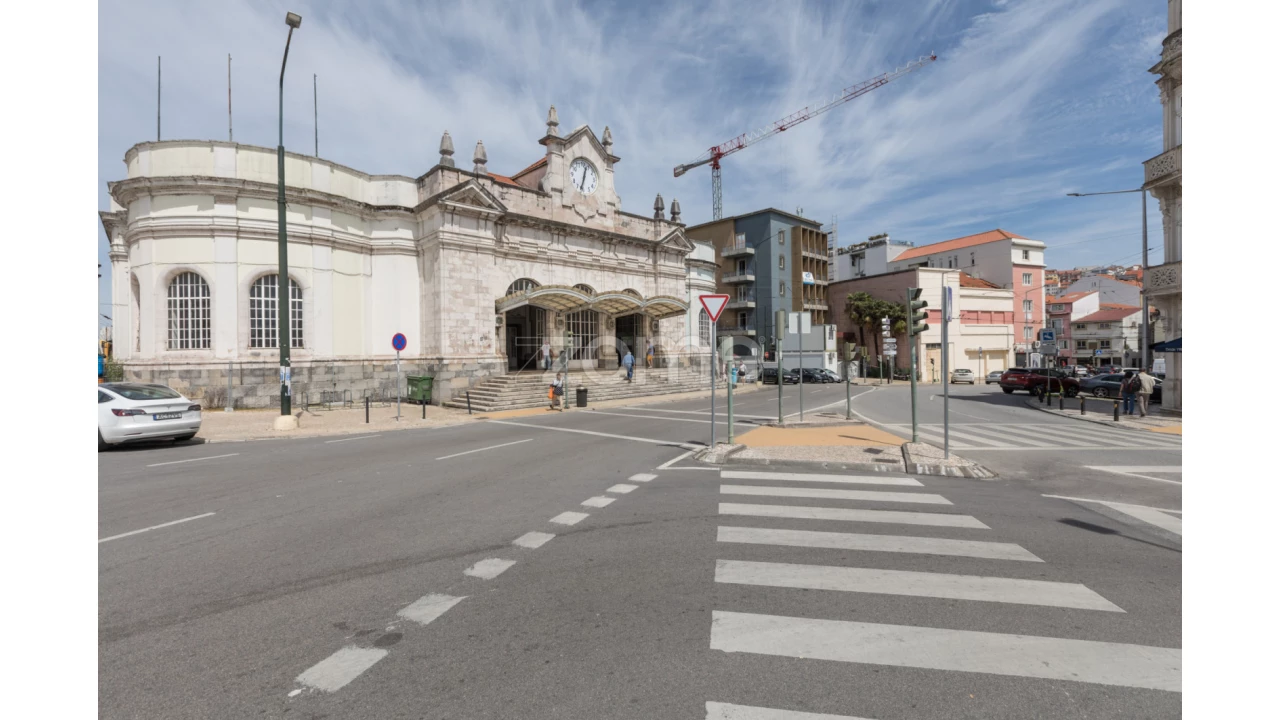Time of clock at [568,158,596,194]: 12:32
